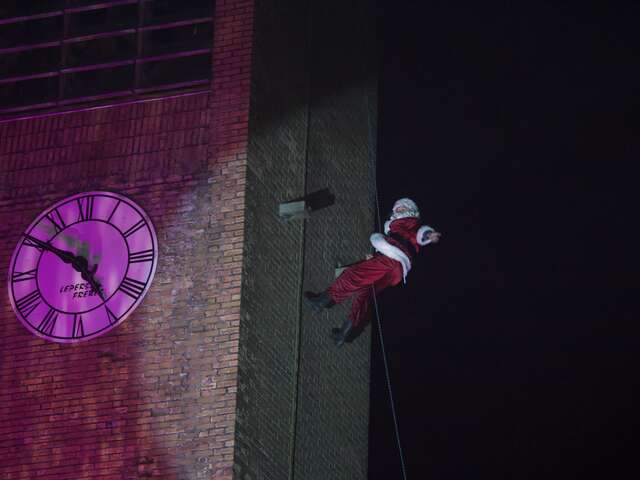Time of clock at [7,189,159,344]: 4:50
